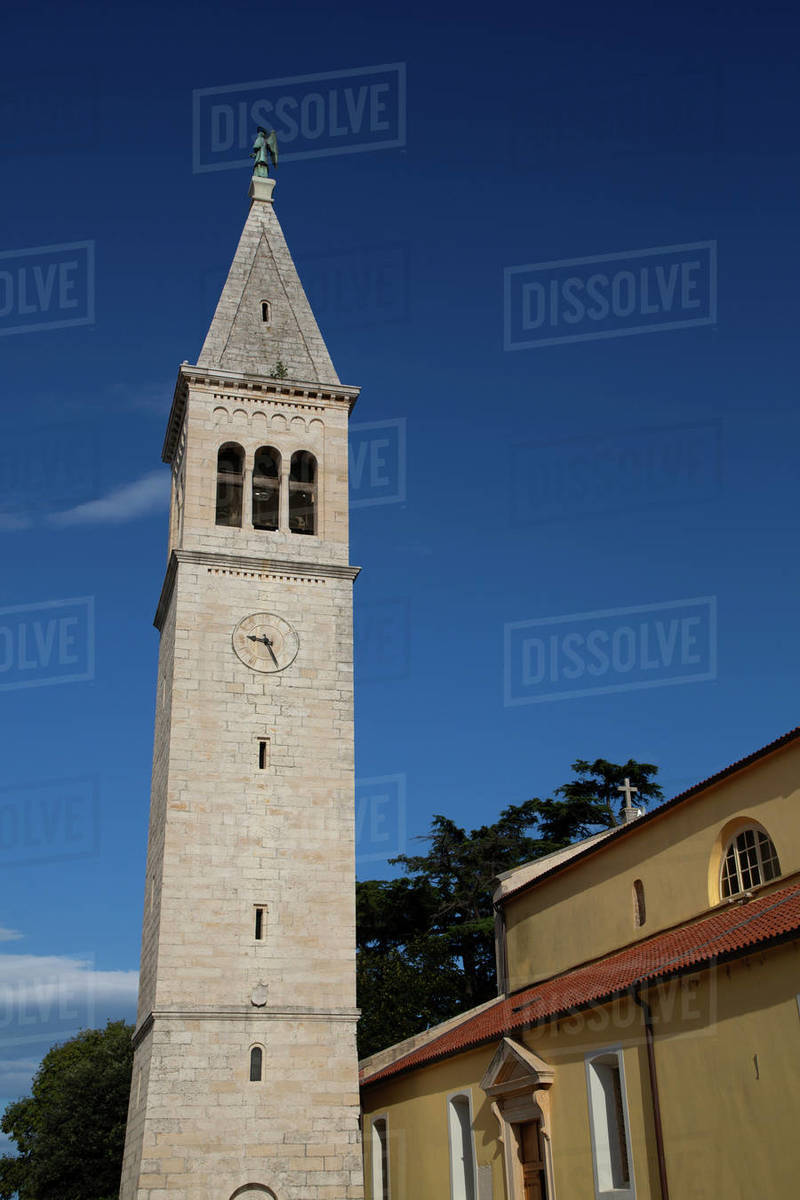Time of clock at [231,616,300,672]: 9:26
